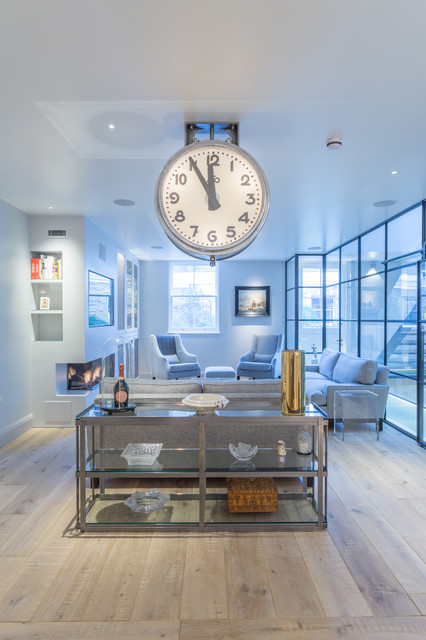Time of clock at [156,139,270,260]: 11:55
